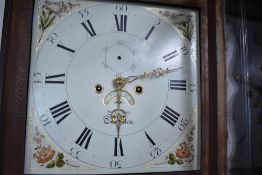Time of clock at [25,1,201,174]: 6:12
